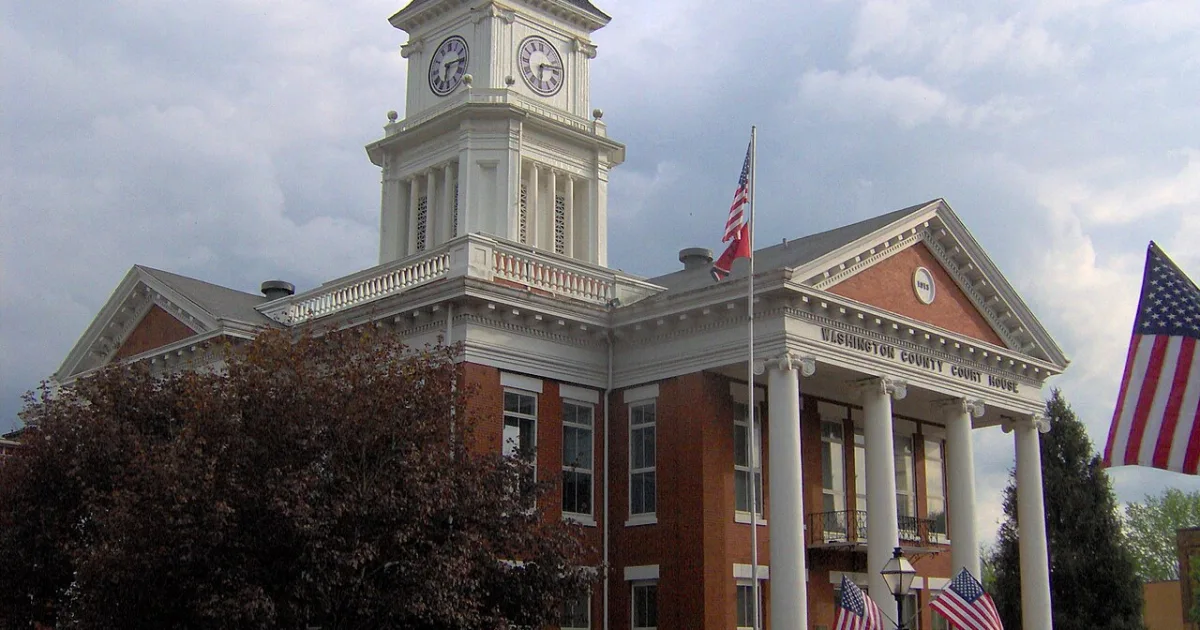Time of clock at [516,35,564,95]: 6:13
